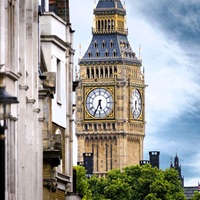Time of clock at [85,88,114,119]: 5:34
